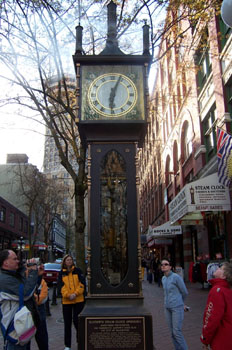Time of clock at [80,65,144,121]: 6:03
